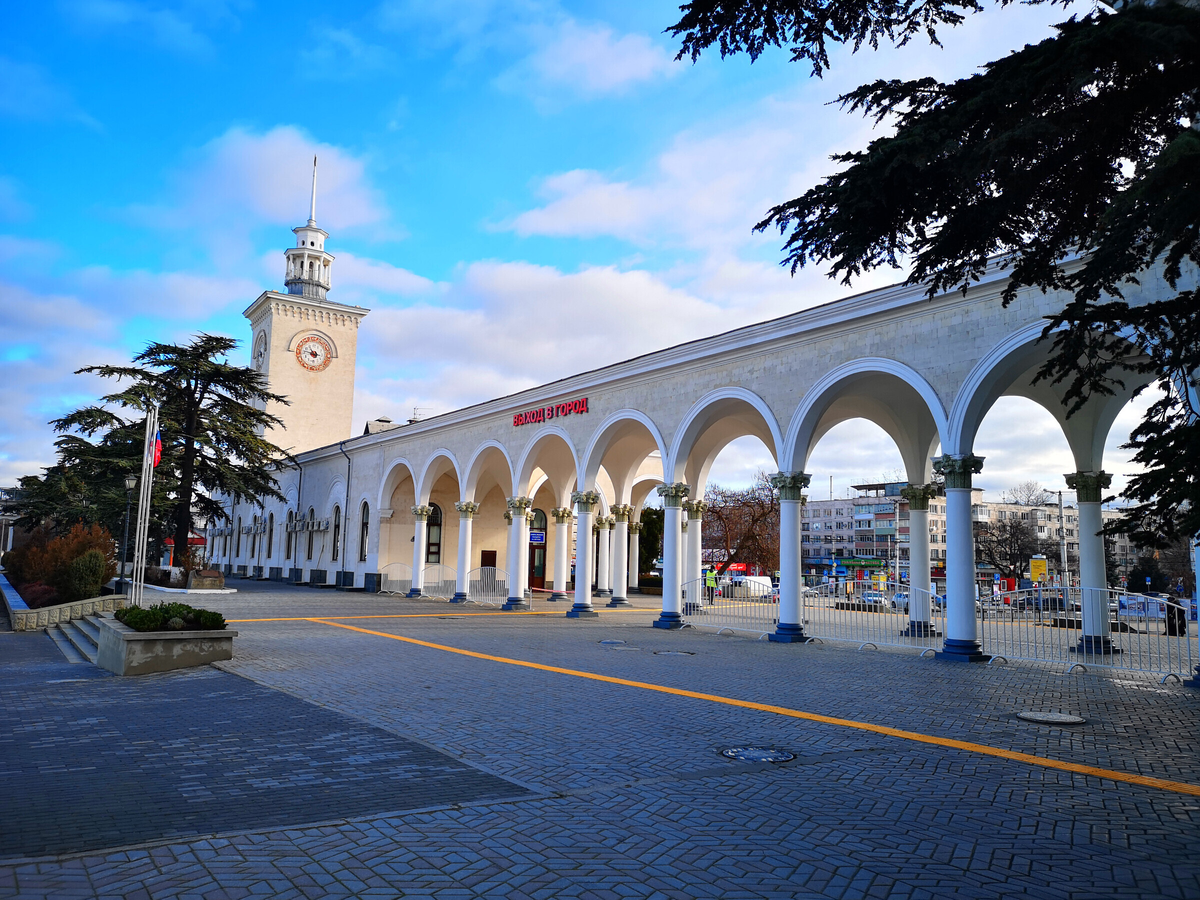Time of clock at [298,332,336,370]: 10:46
